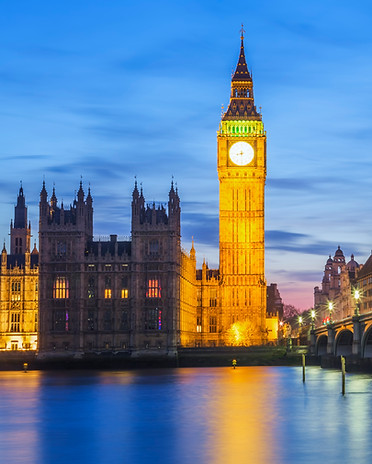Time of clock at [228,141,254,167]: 8:30
